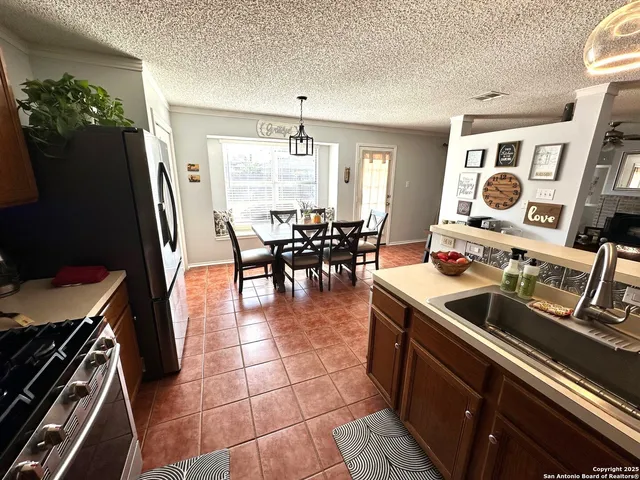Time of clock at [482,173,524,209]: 10:14
